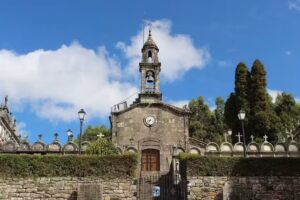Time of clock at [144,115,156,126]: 8:36
